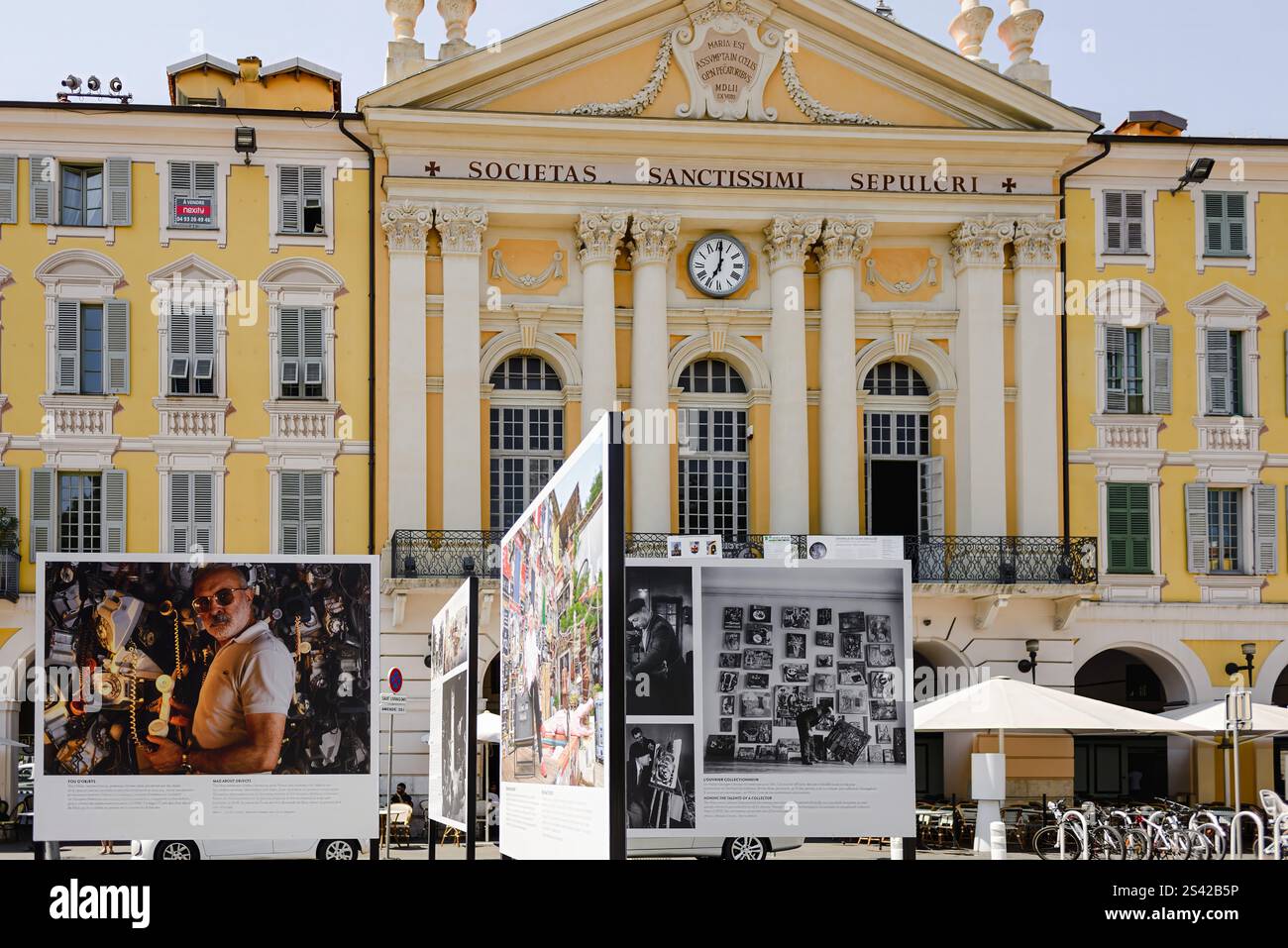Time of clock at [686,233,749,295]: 7:00
